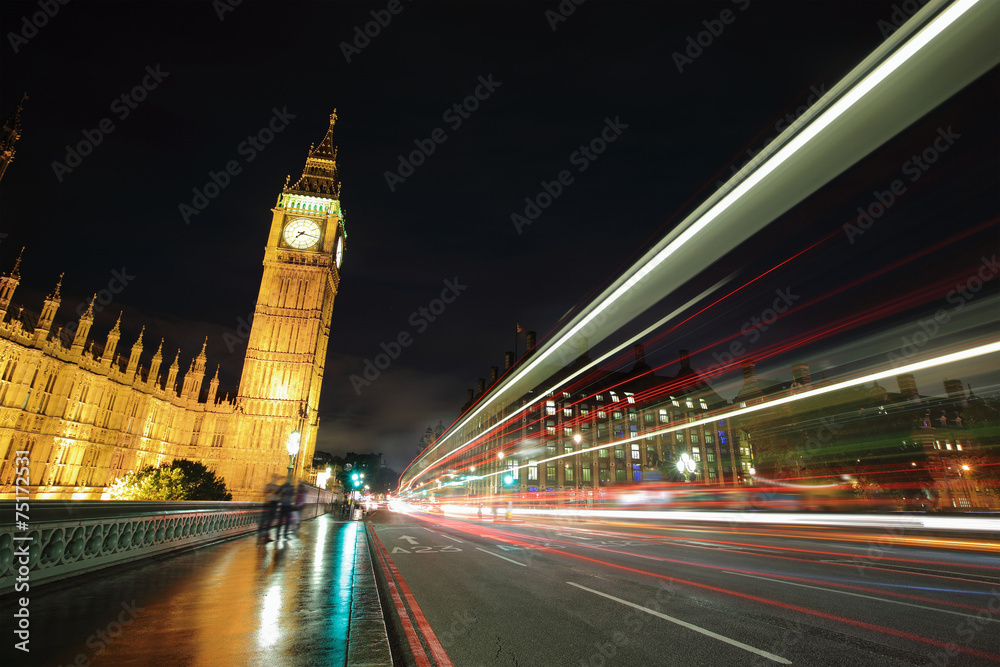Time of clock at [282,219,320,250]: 7:16
